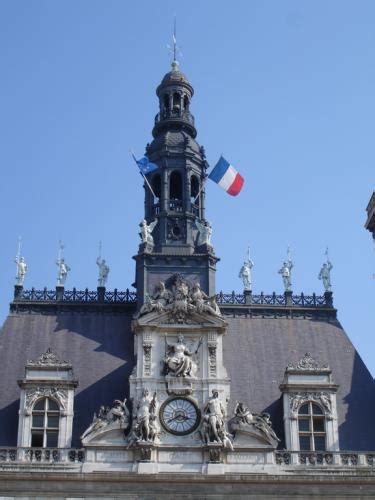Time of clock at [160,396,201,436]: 3:40
